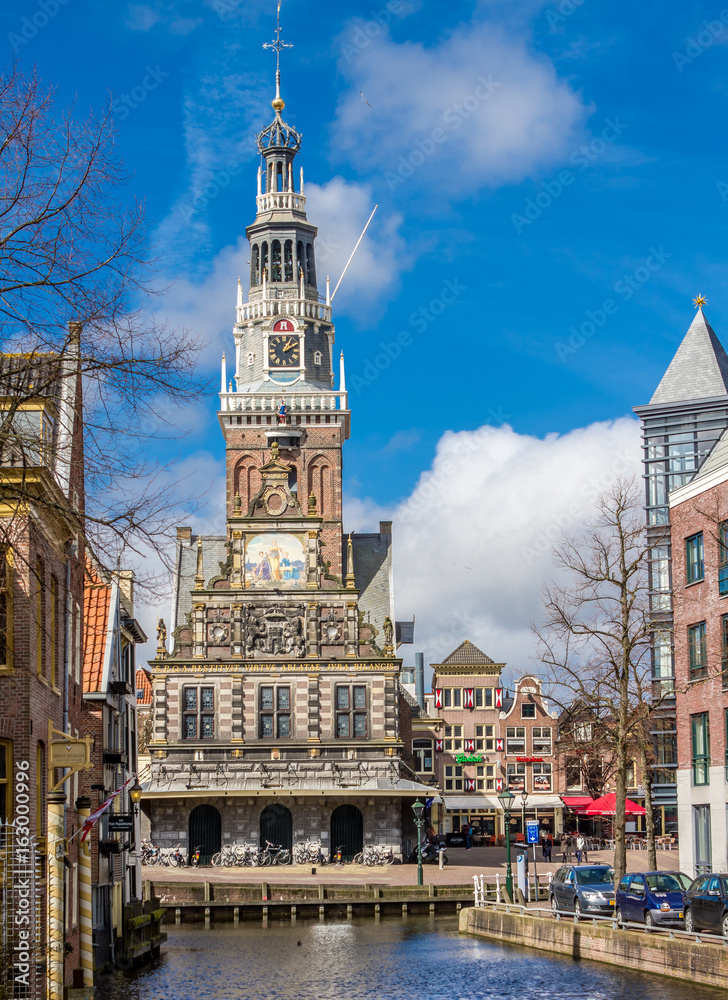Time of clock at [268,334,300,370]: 1:09
